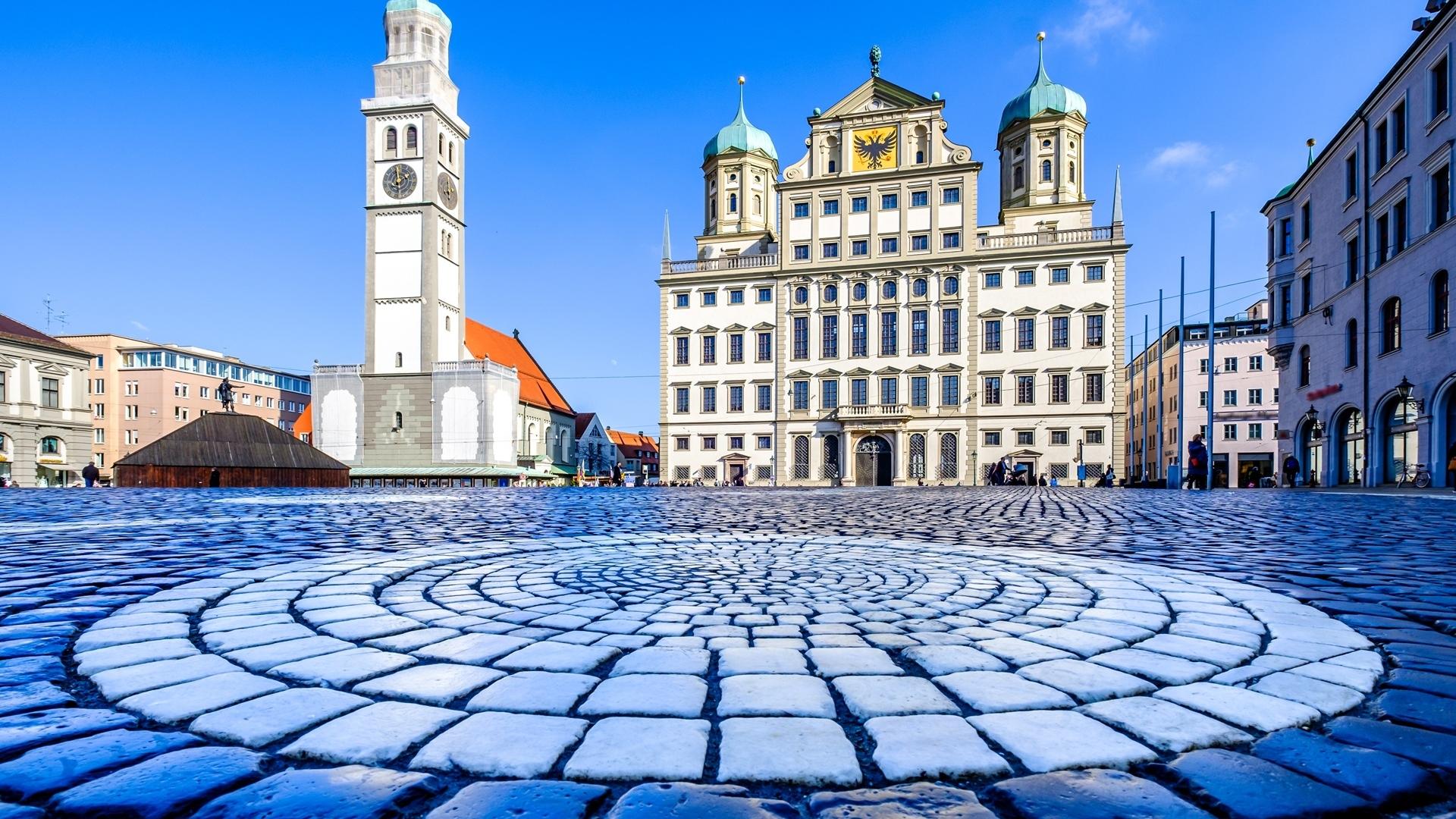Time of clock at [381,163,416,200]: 1:59
